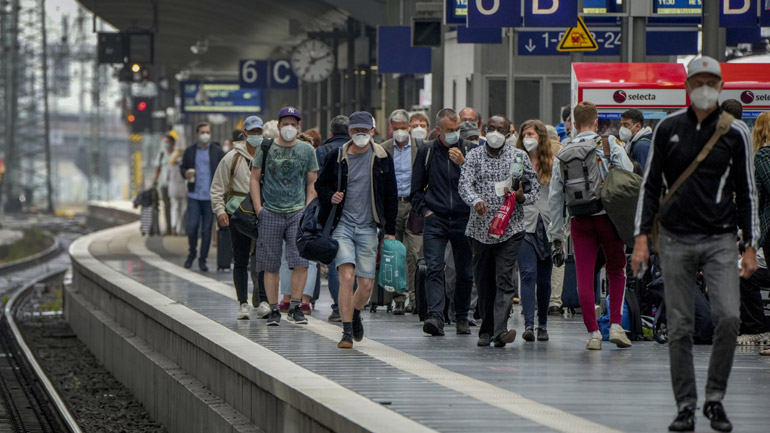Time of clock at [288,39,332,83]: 7:11
